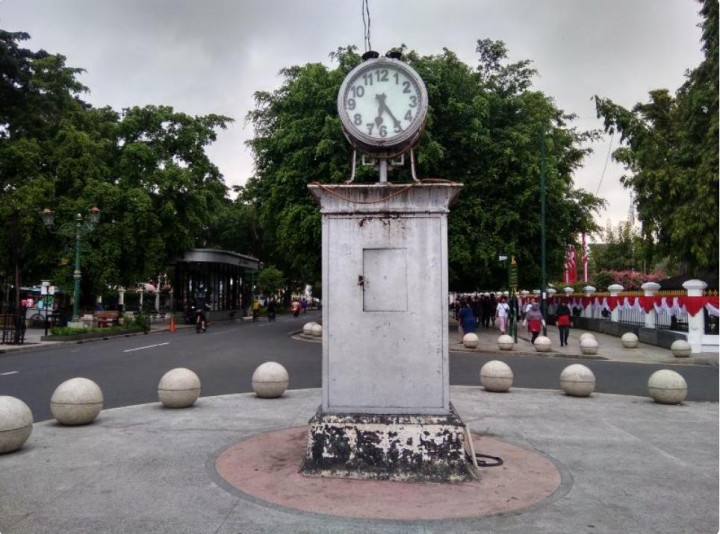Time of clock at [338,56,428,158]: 6:24
